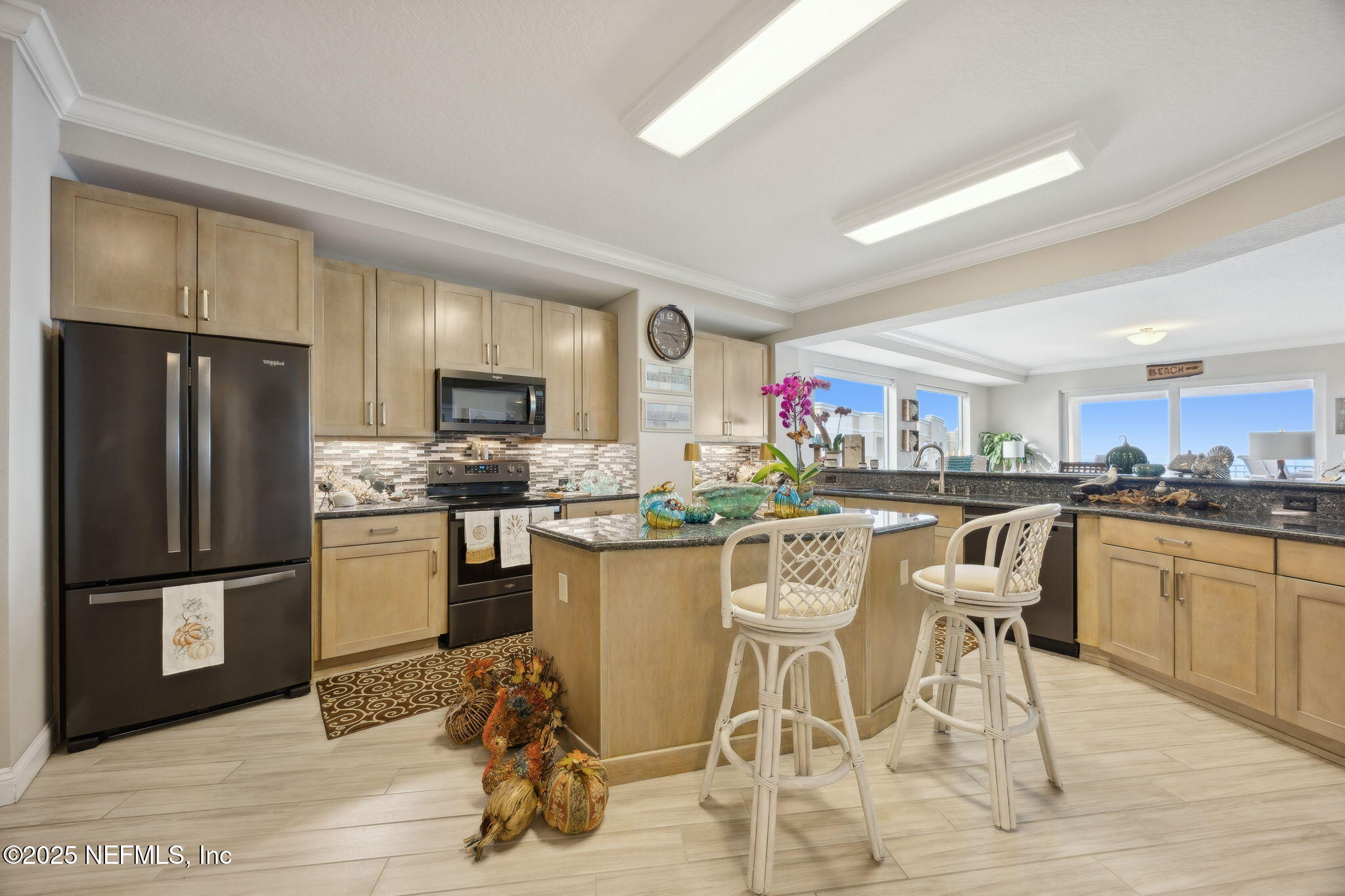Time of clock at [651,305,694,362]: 4:15
